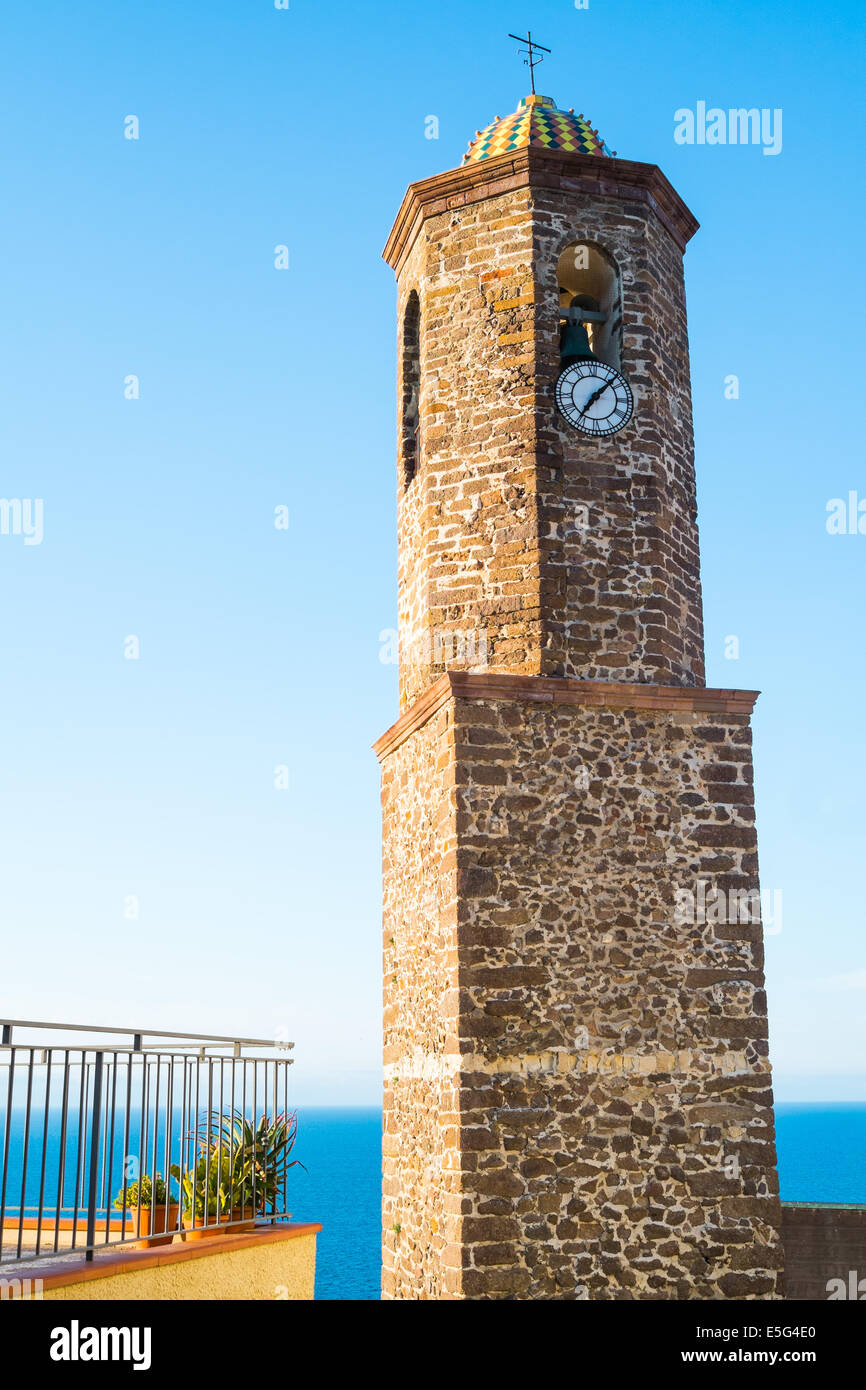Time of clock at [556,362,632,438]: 7:07
